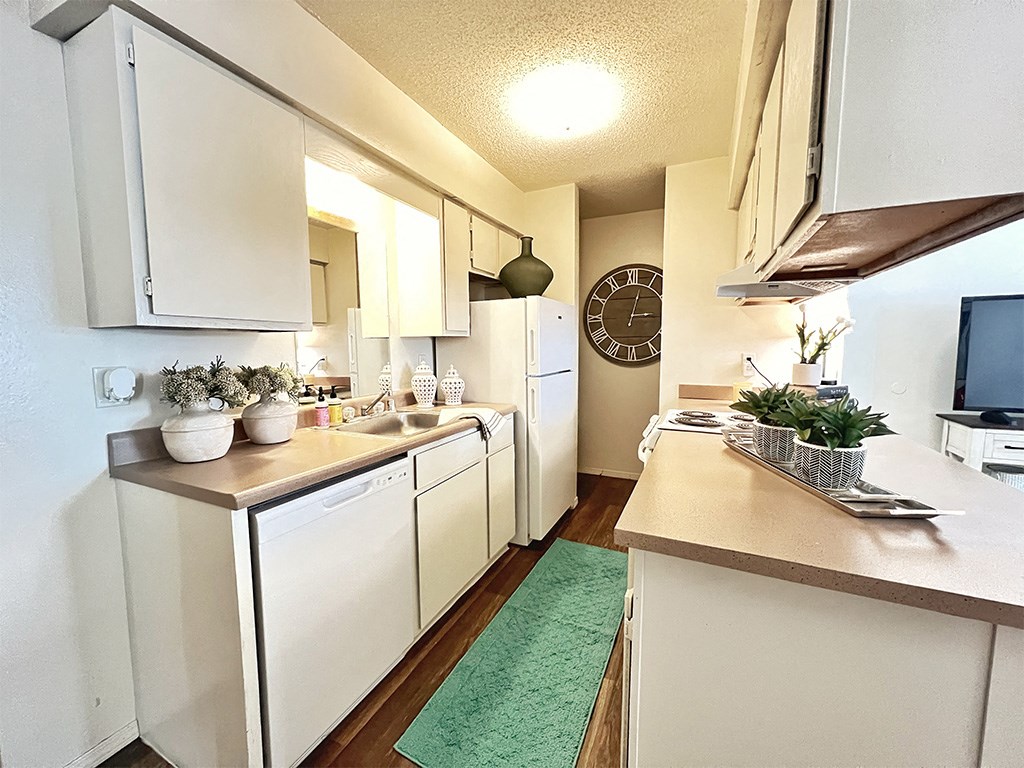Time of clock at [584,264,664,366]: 3:02
